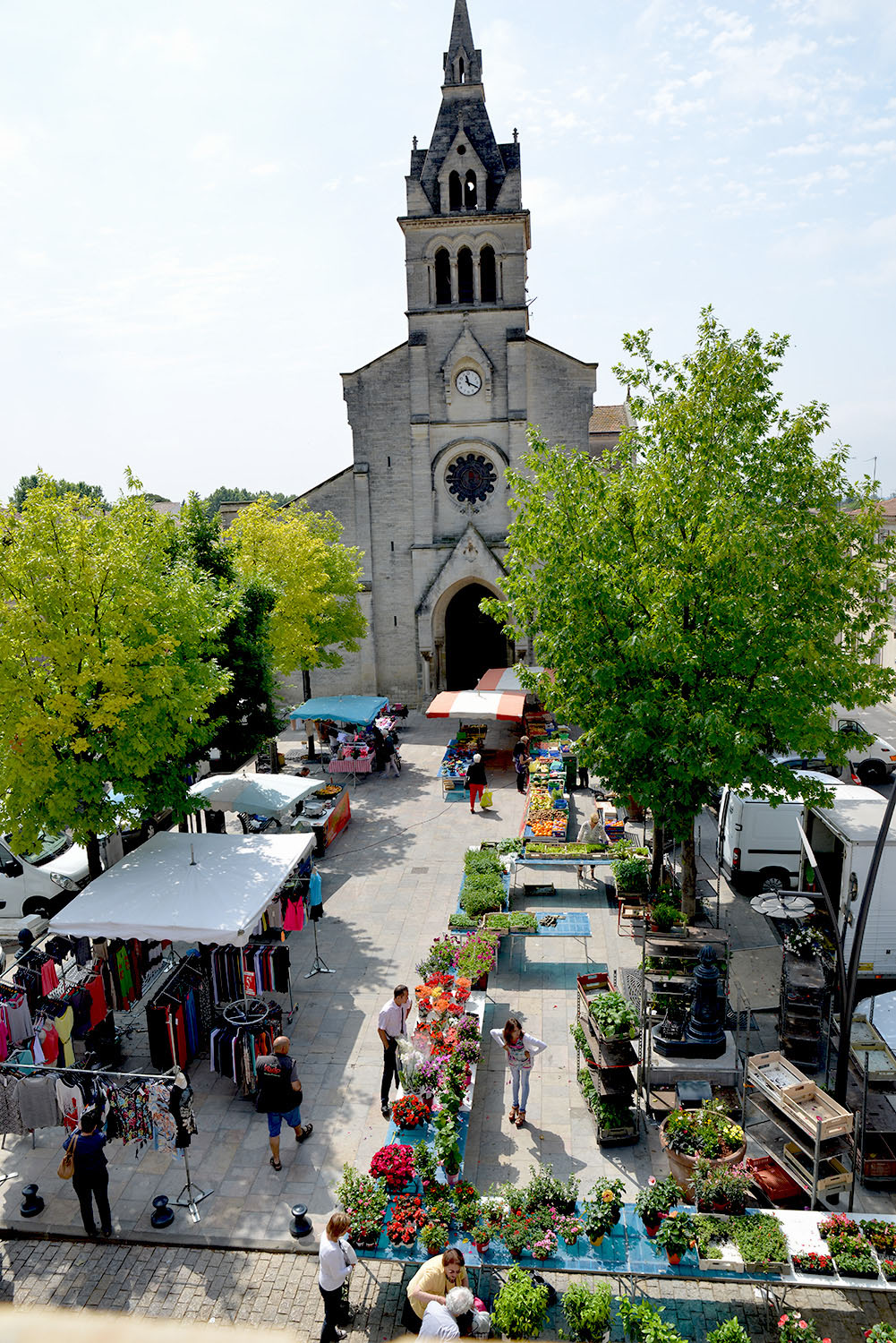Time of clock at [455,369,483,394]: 11:19
